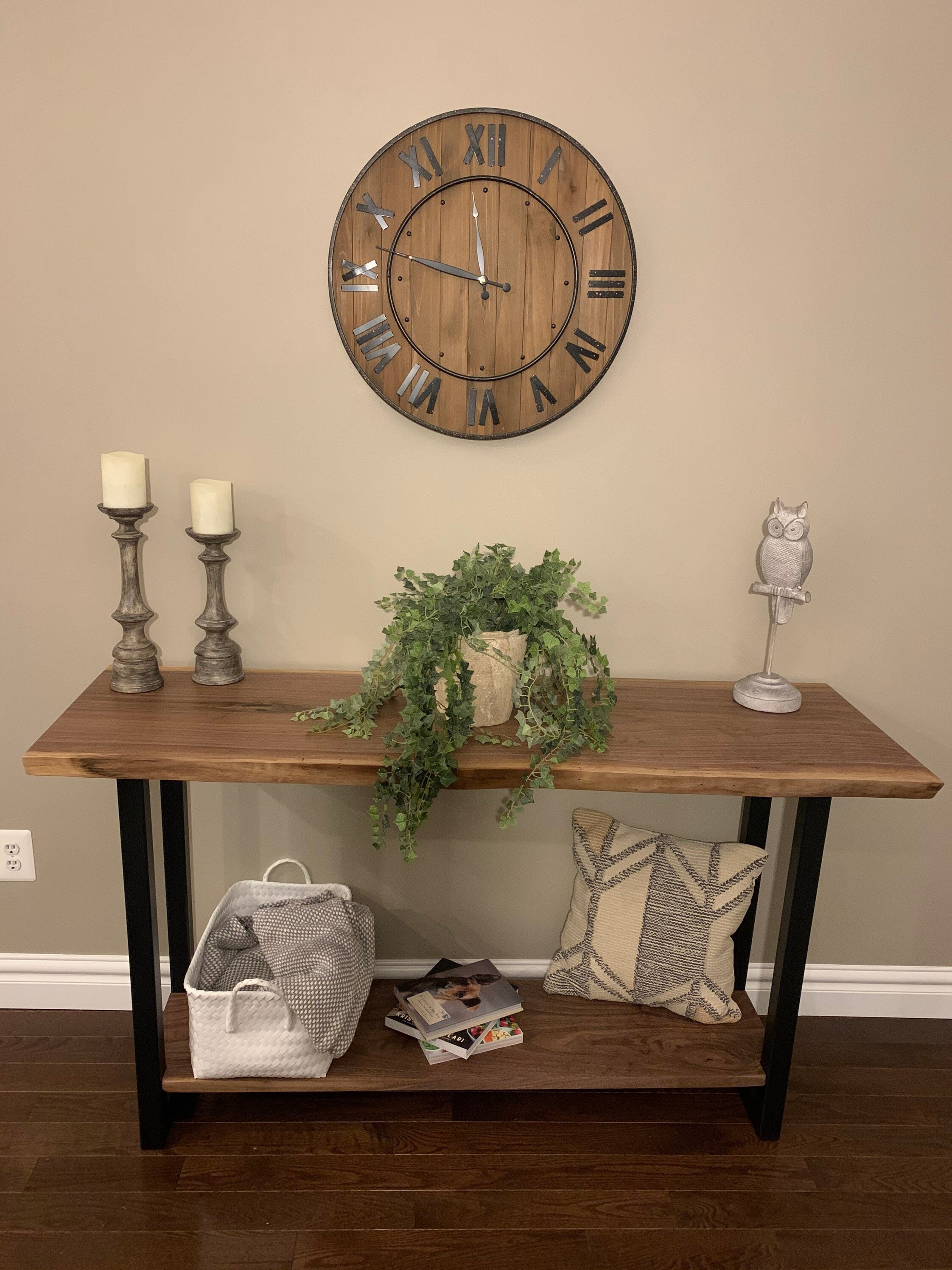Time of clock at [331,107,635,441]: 11:47
